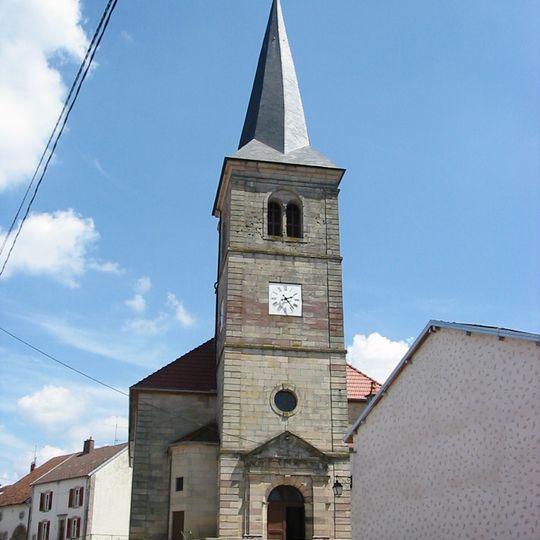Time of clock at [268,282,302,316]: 2:23
